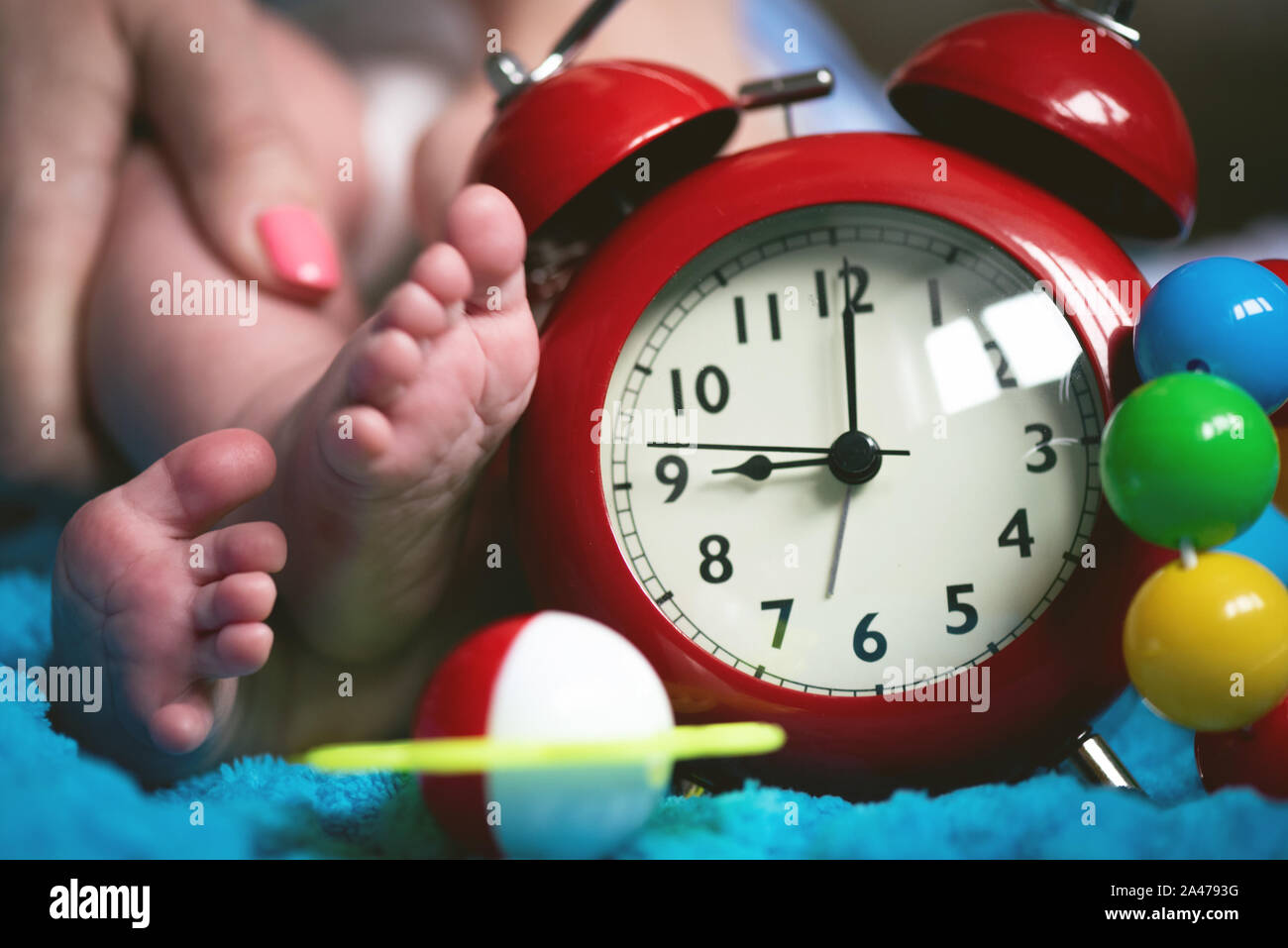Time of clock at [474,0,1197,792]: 9:01
